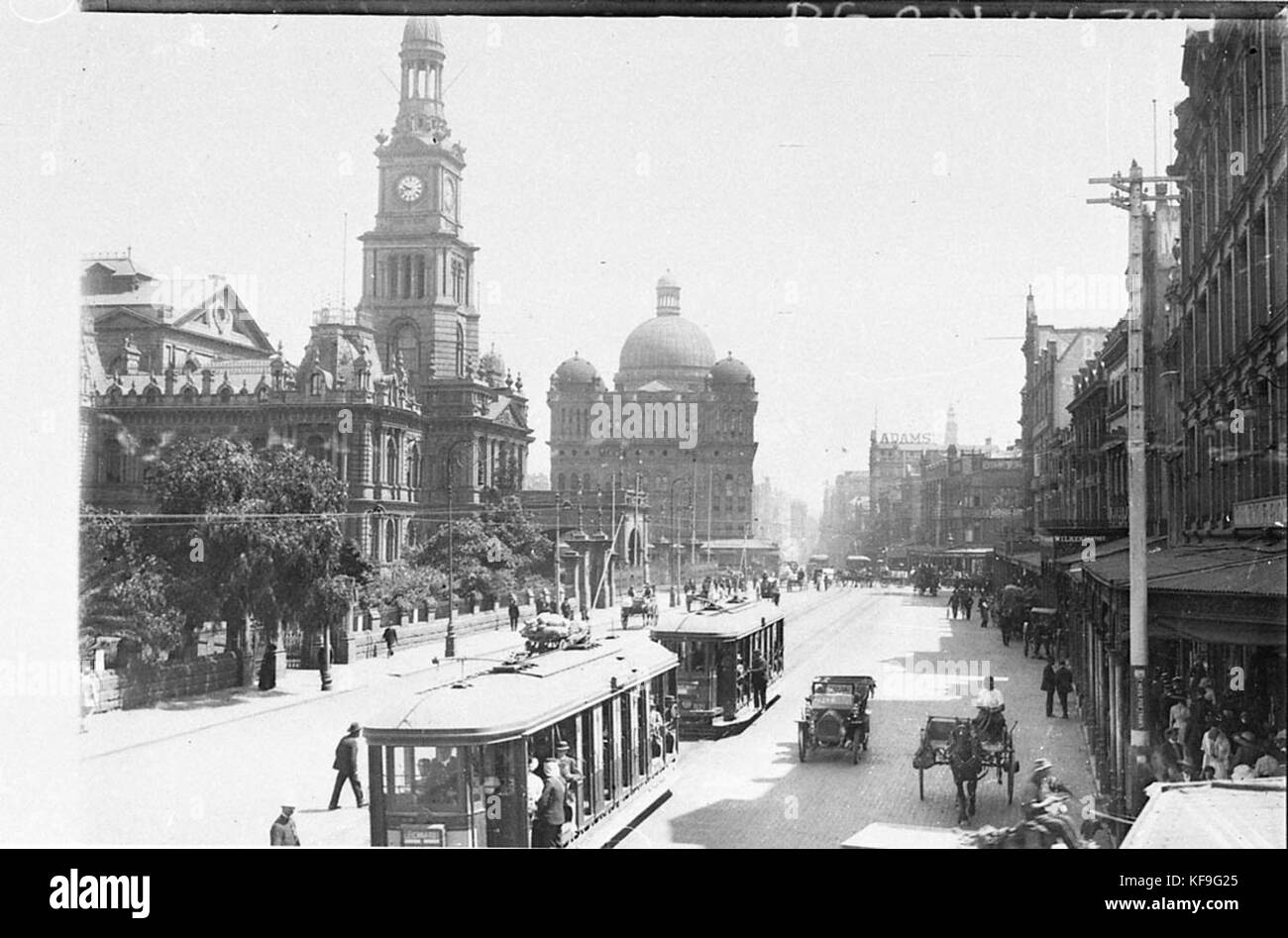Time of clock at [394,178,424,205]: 9:42
